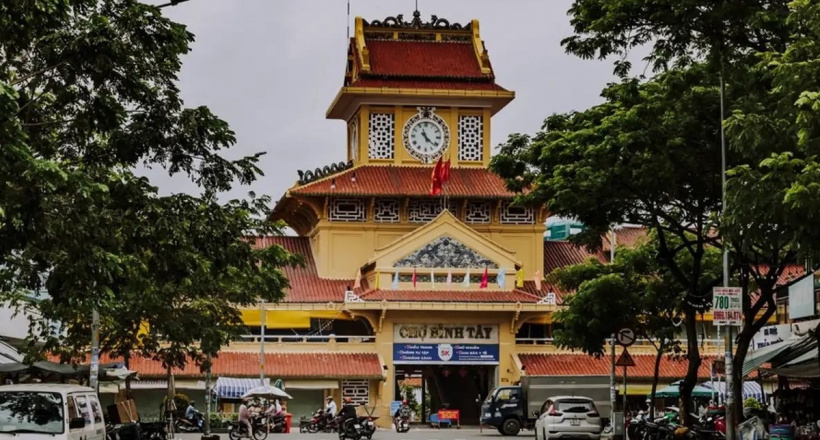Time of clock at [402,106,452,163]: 11:21
